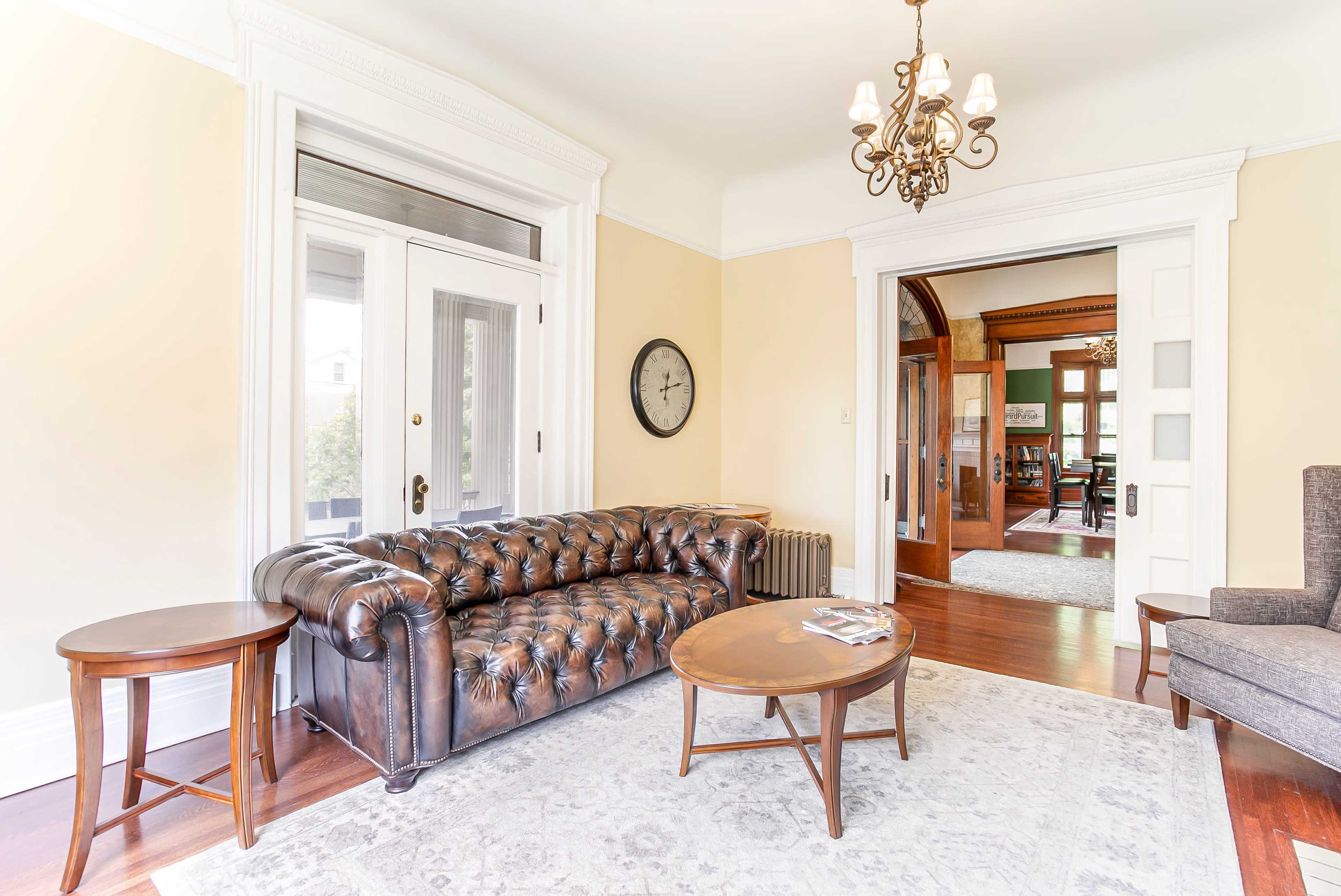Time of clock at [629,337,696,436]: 12:12
